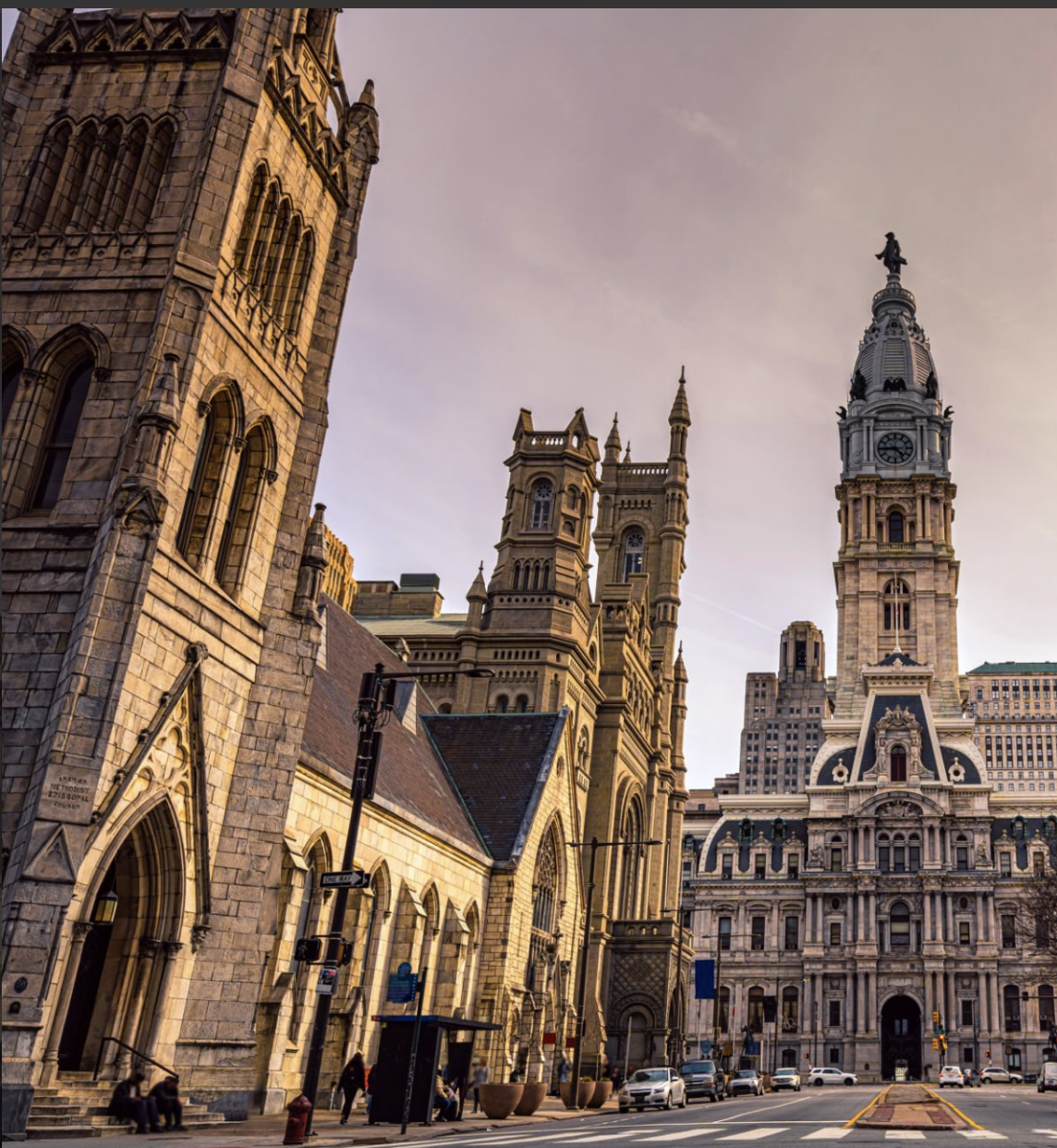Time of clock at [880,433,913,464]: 4:44
